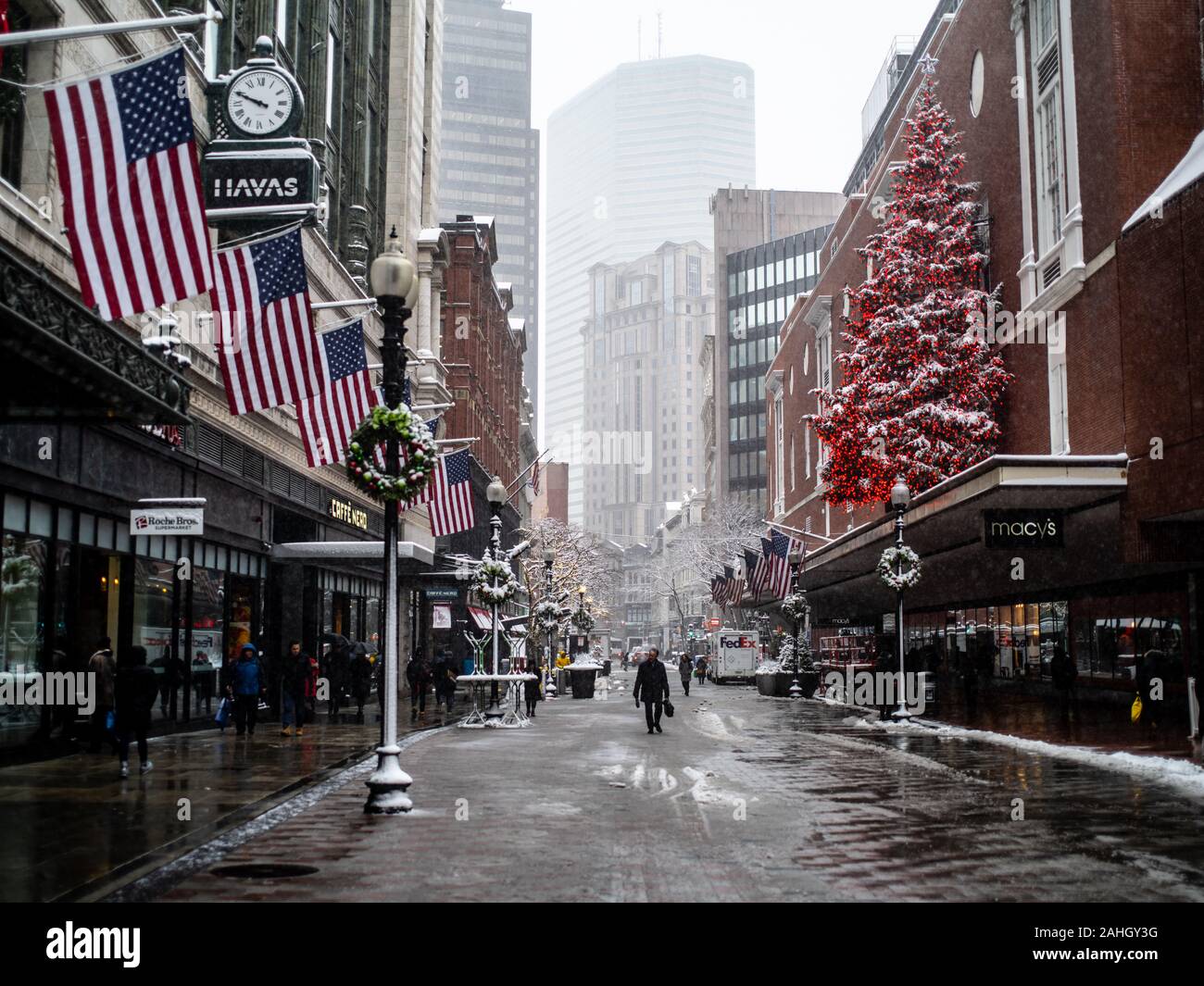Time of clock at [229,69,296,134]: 9:48
